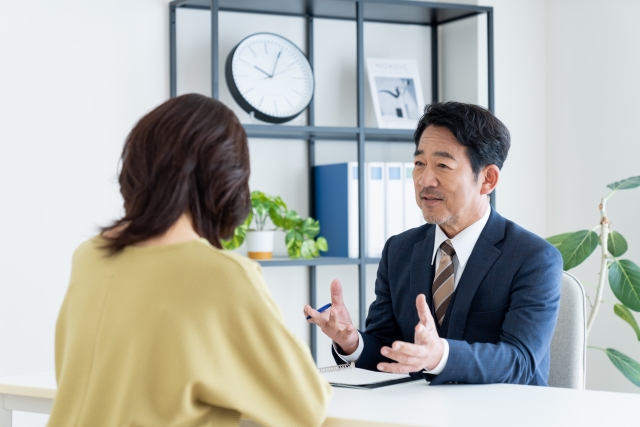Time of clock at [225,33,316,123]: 10:04
